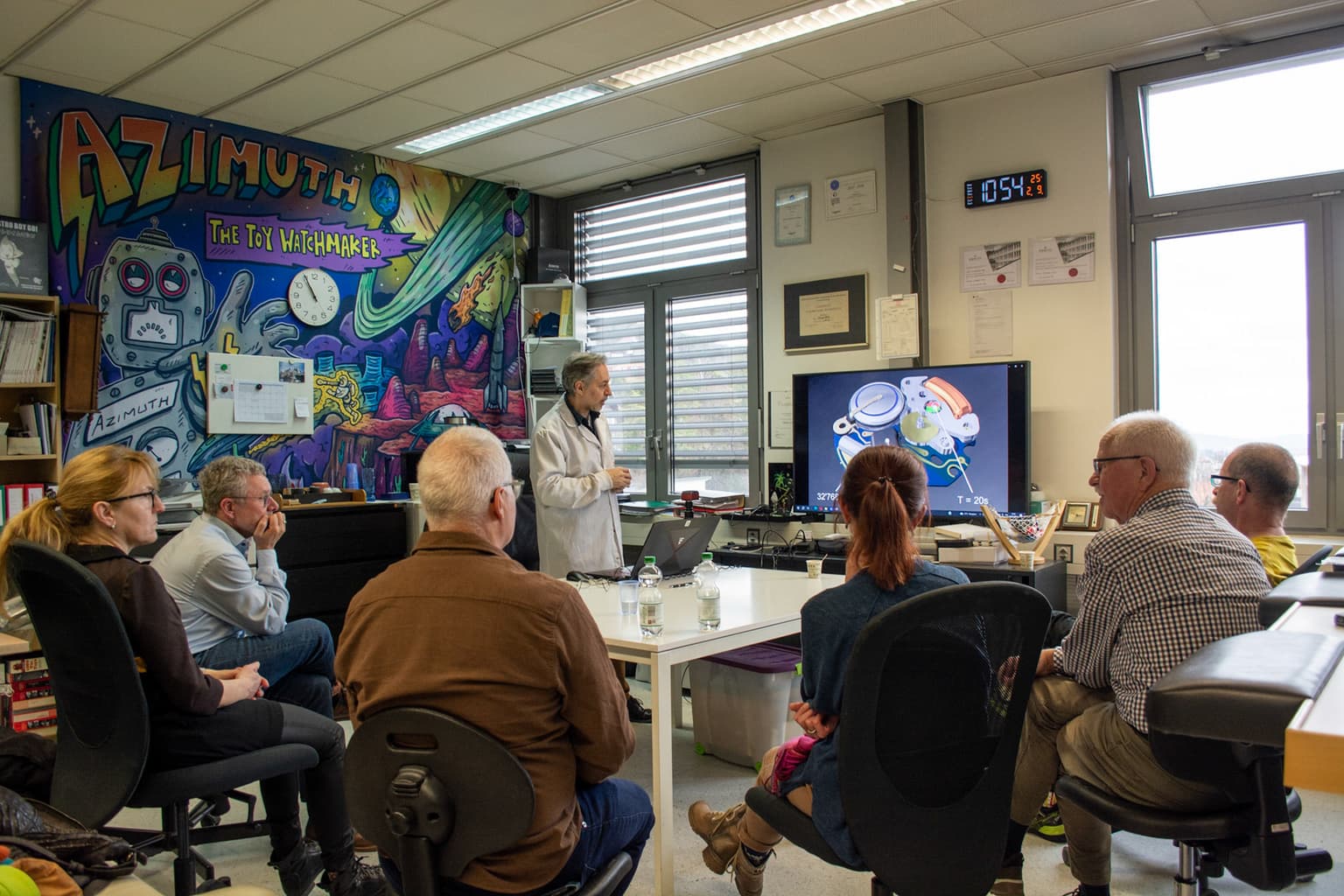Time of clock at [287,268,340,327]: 10:55
